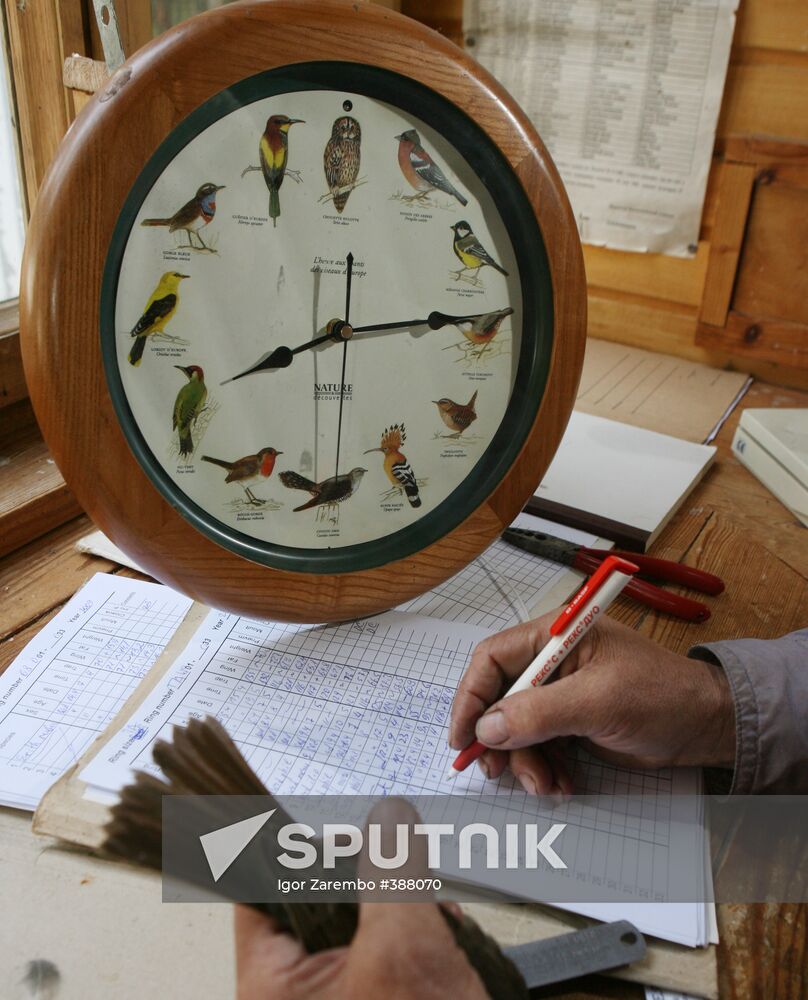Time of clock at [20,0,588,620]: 8:14
